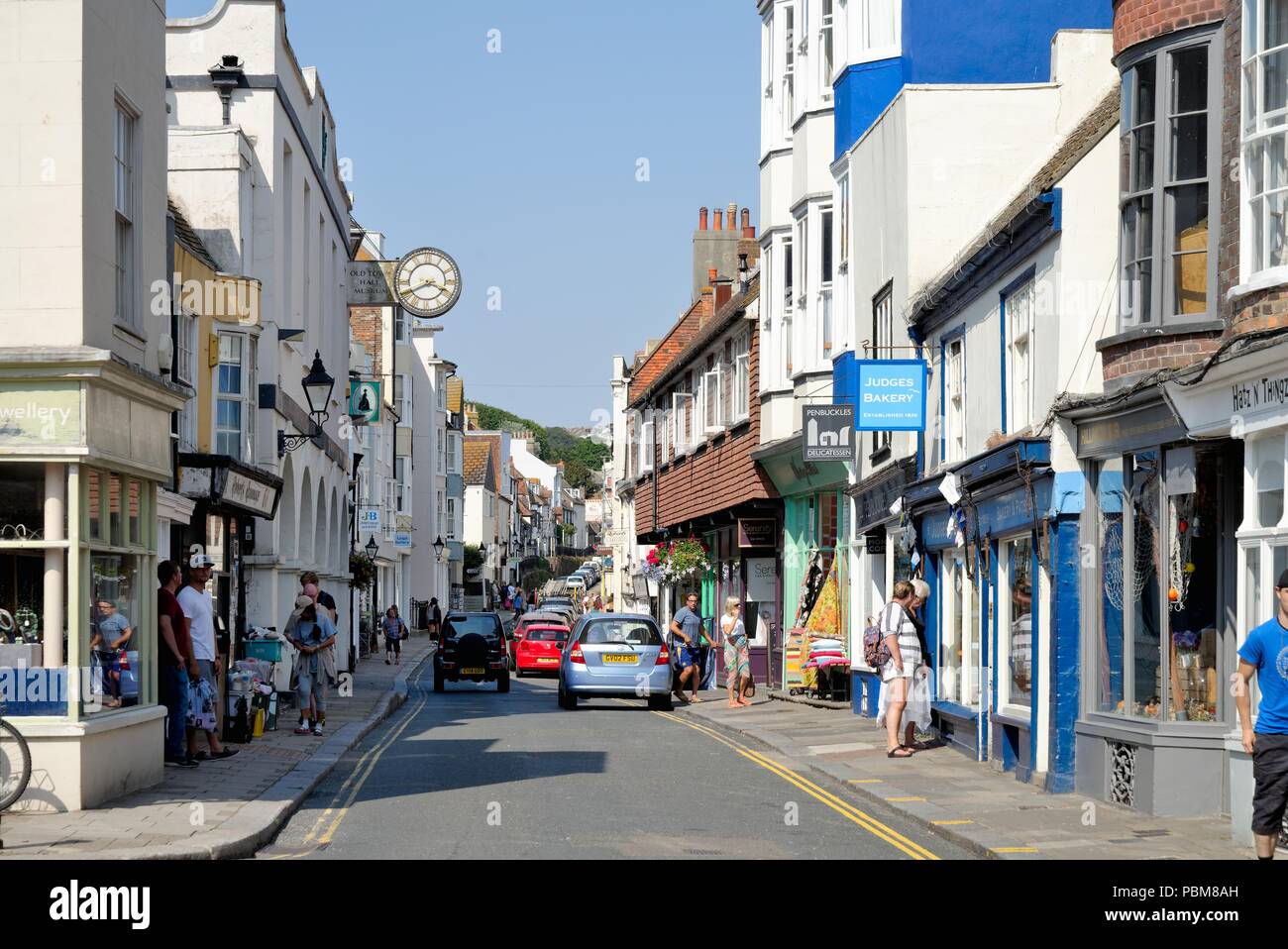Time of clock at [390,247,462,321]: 3:40
